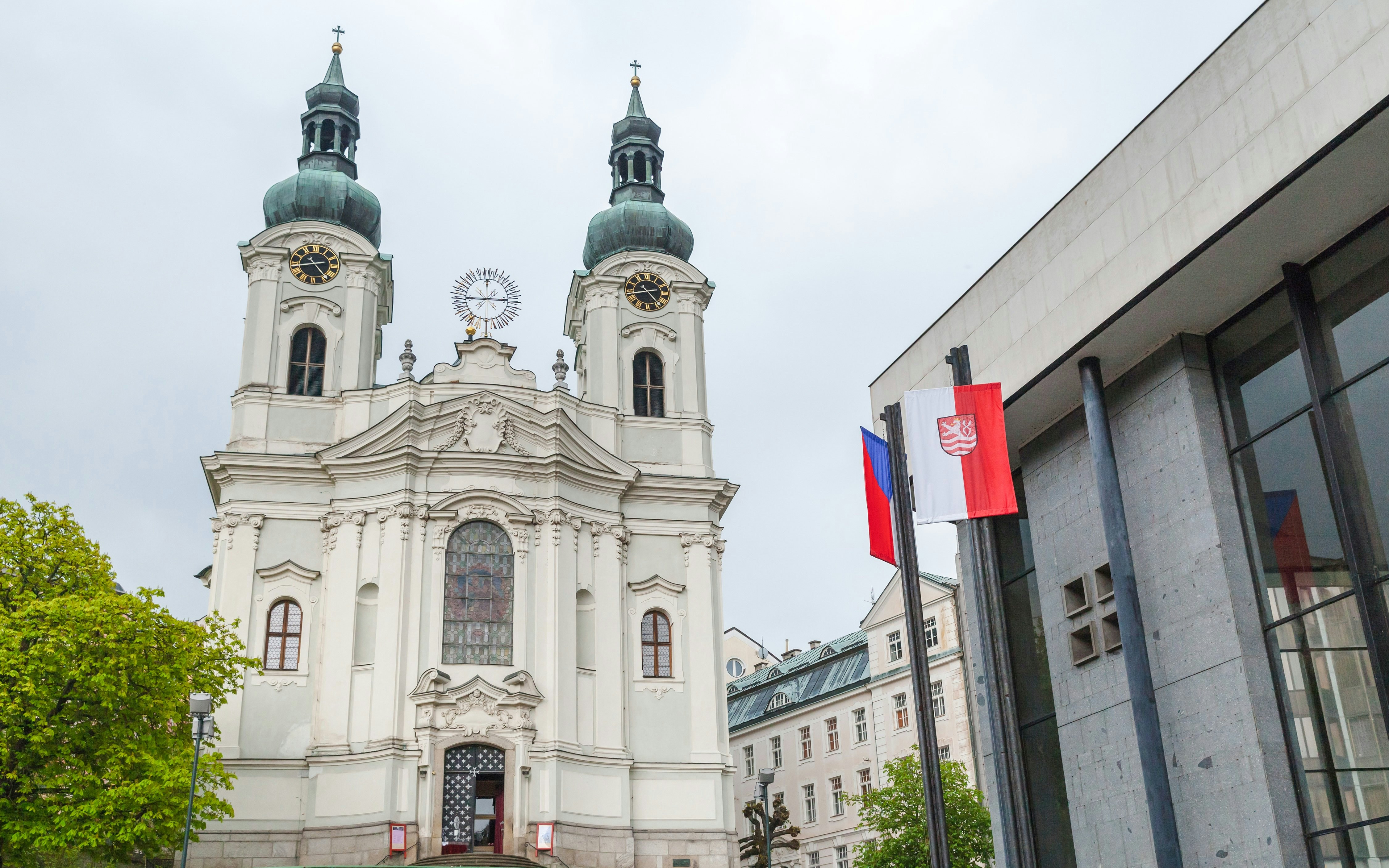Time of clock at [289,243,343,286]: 4:42
